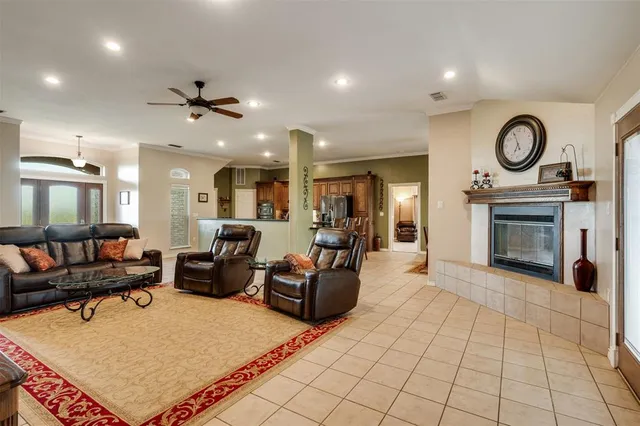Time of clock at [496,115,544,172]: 6:56
